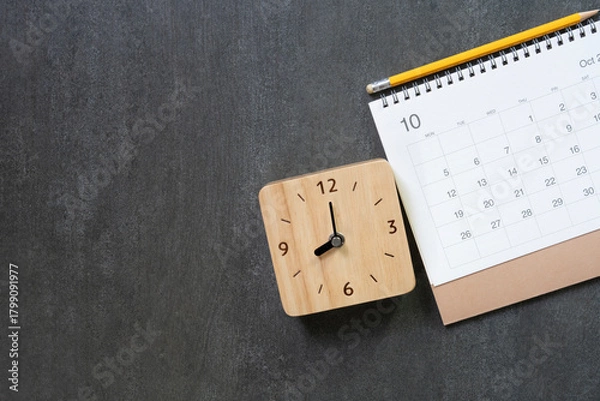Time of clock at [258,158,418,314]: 8:00
